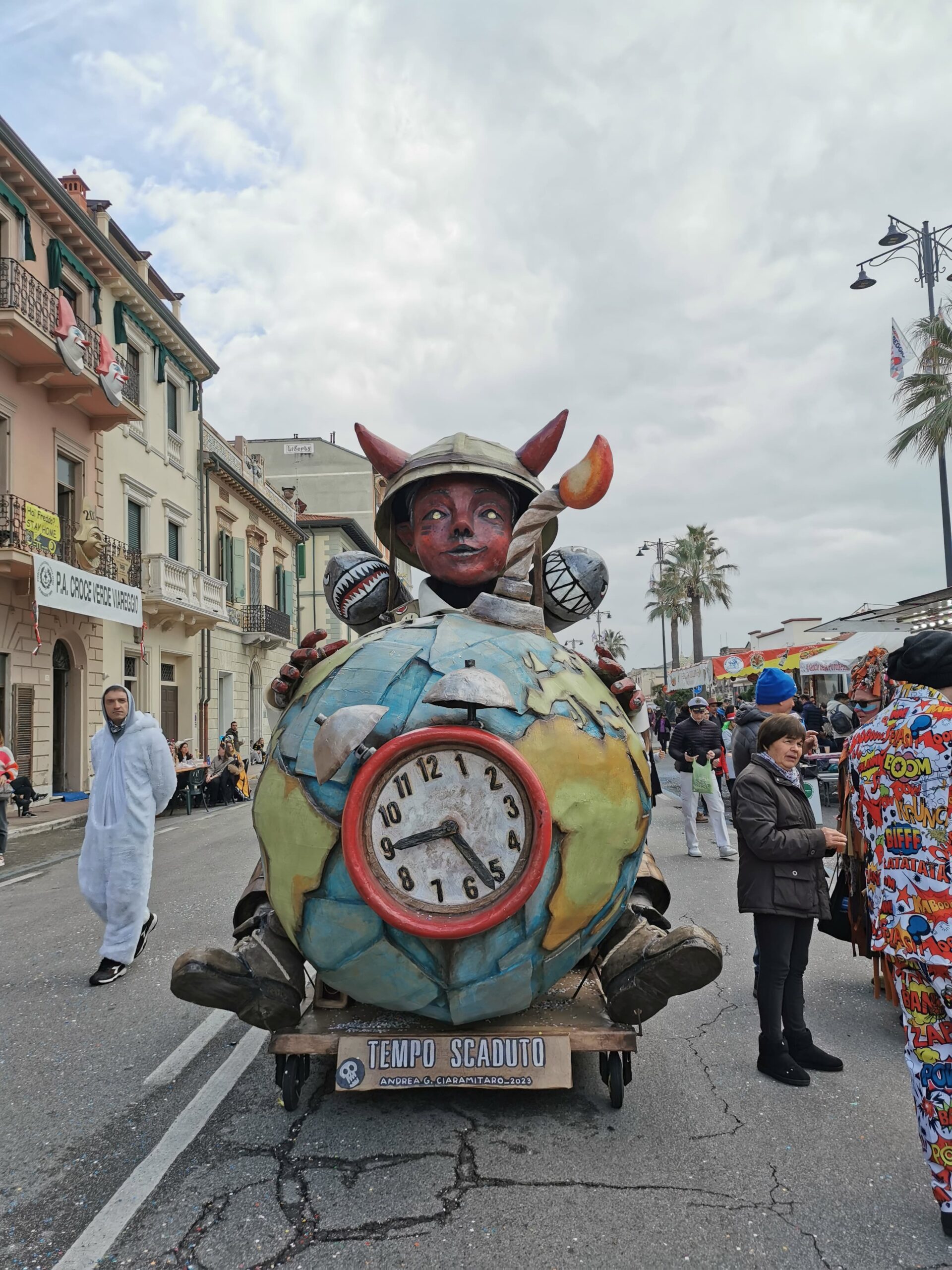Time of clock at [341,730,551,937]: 4:45
